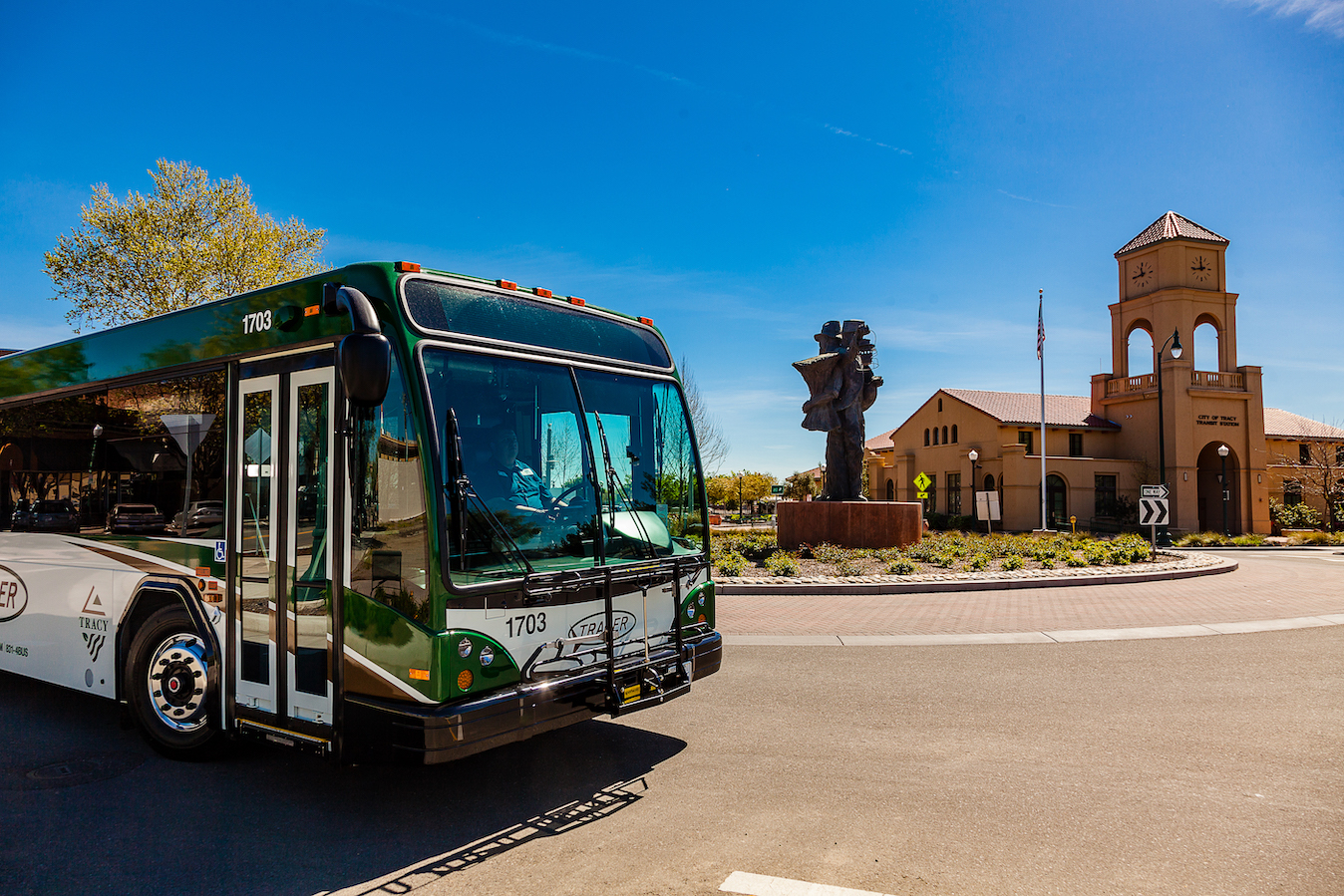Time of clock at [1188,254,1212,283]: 11:43
